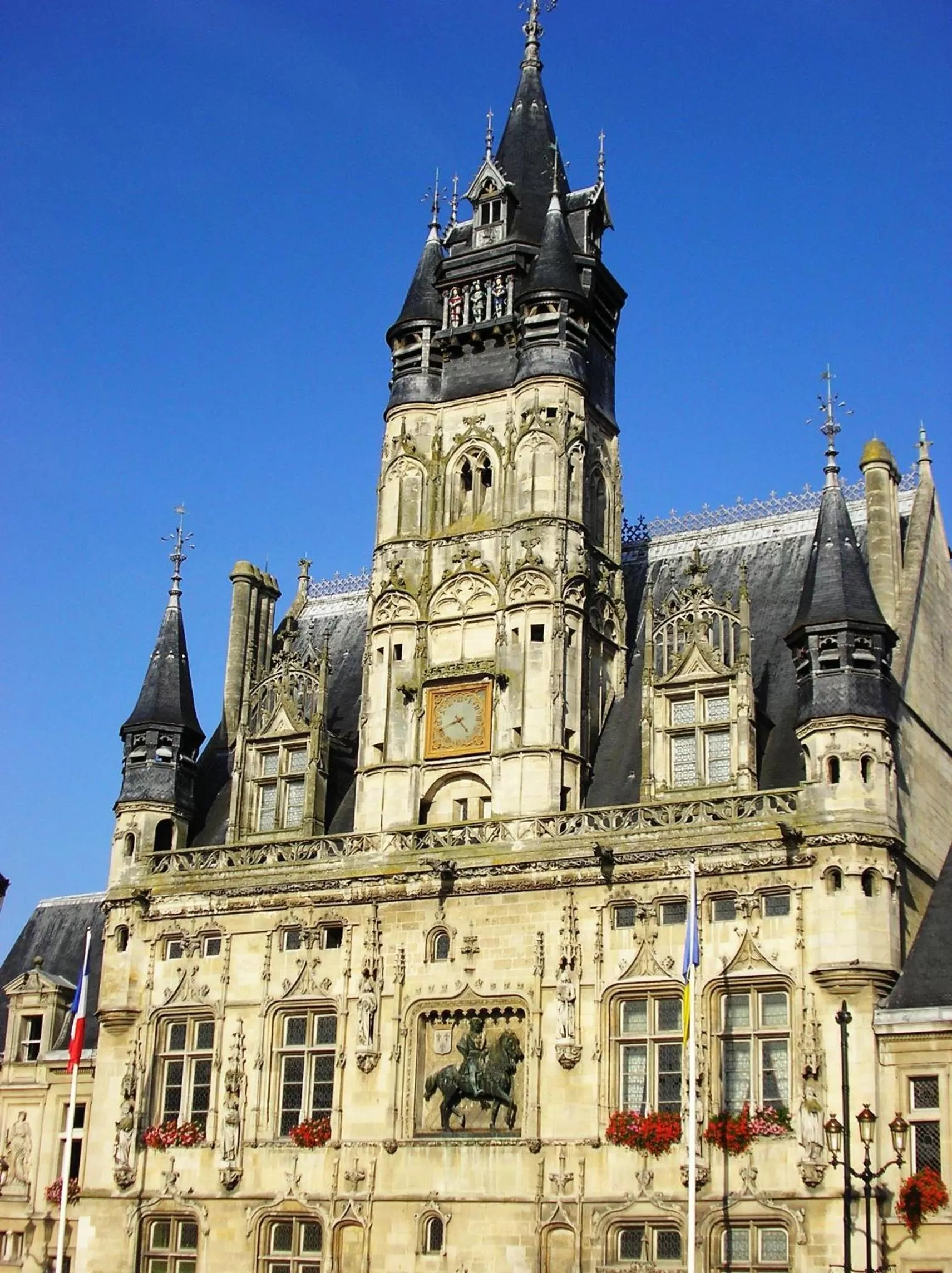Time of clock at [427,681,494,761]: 4:42
